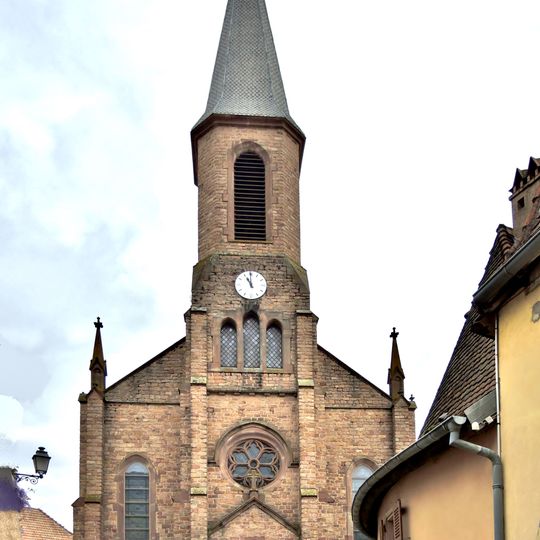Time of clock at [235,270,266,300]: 10:59
